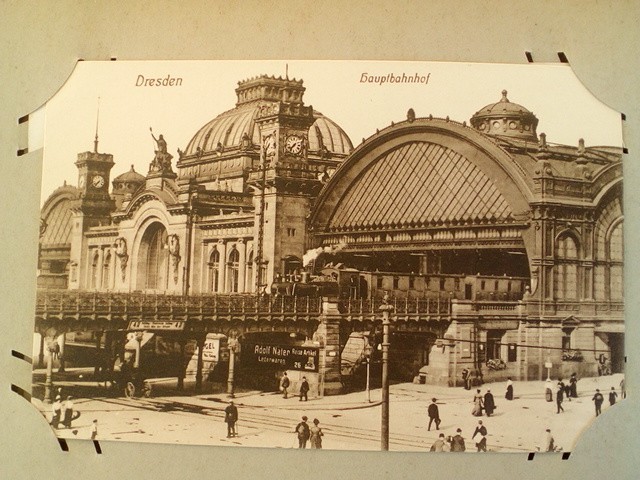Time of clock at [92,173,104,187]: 7:37
